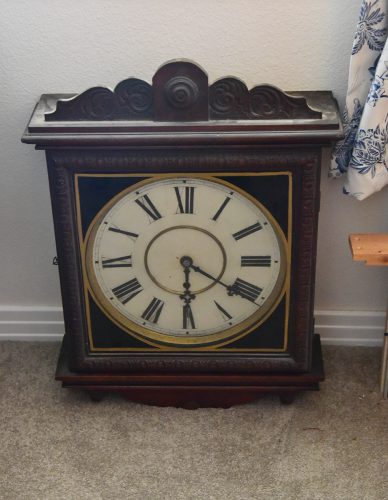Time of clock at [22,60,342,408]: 6:20
